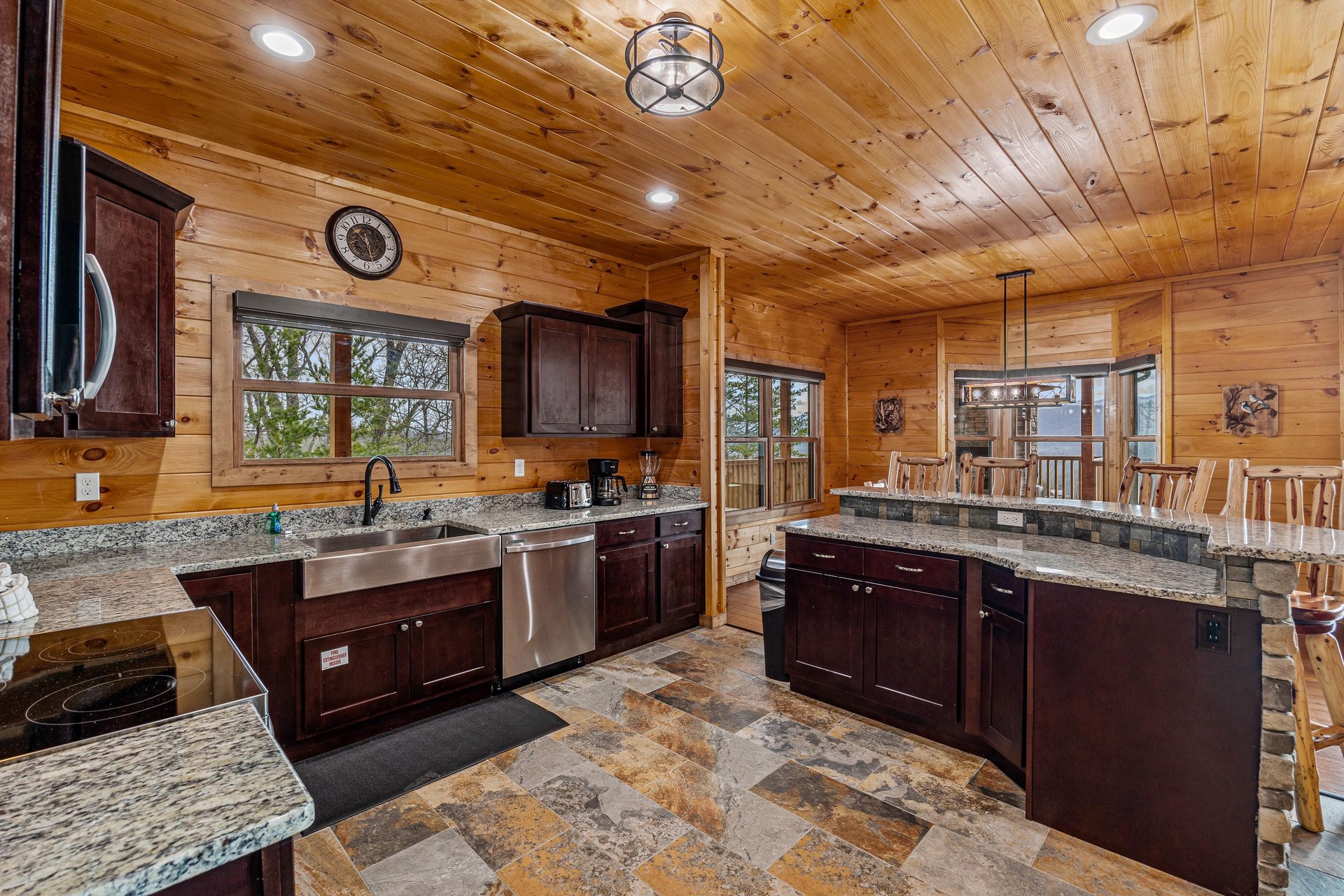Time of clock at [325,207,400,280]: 10:27
